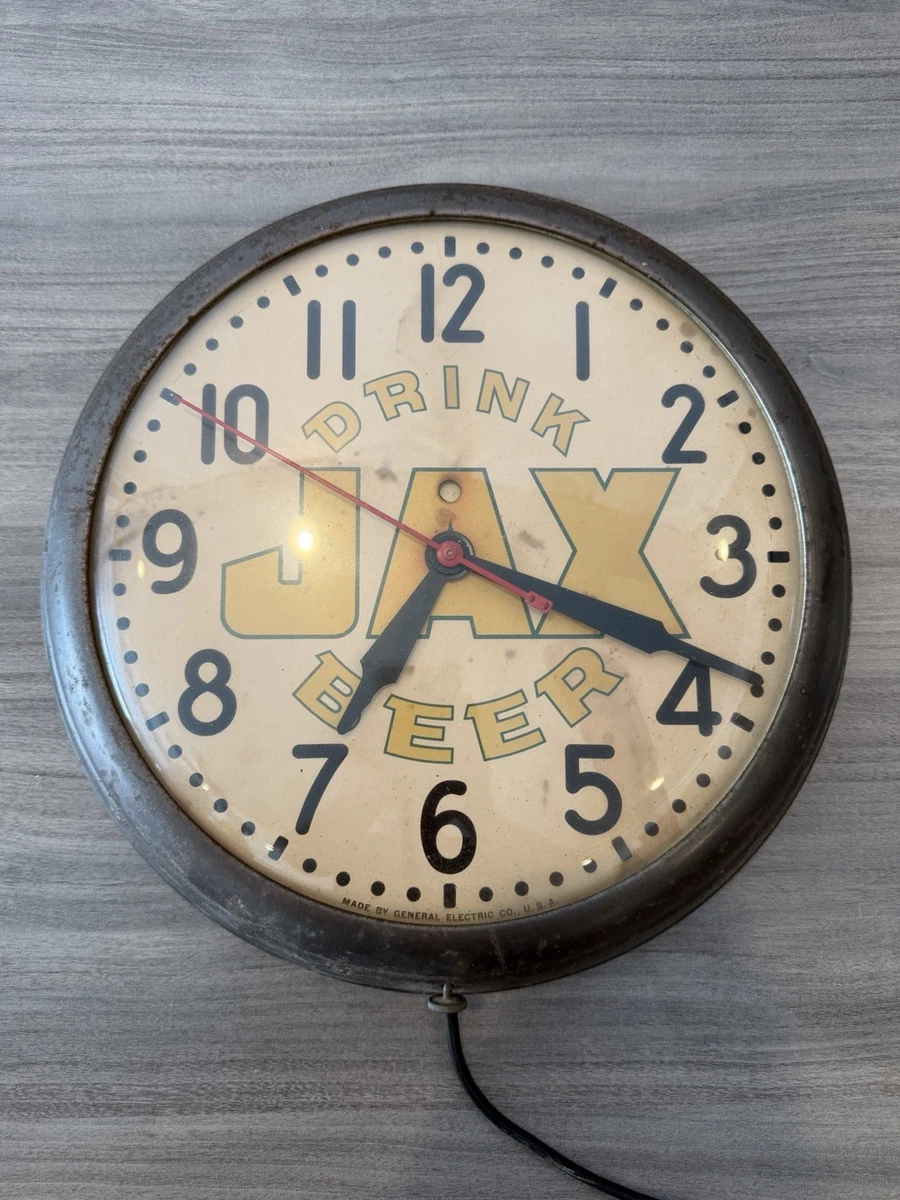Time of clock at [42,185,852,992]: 7:18
